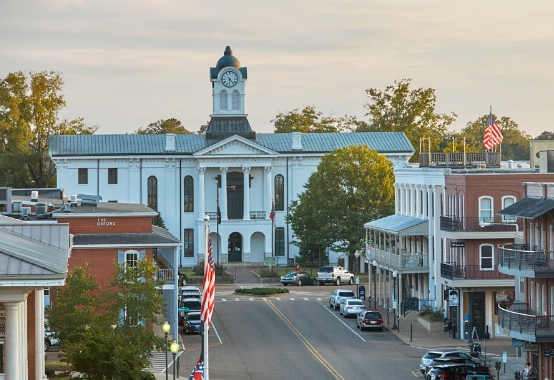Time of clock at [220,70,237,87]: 6:23
